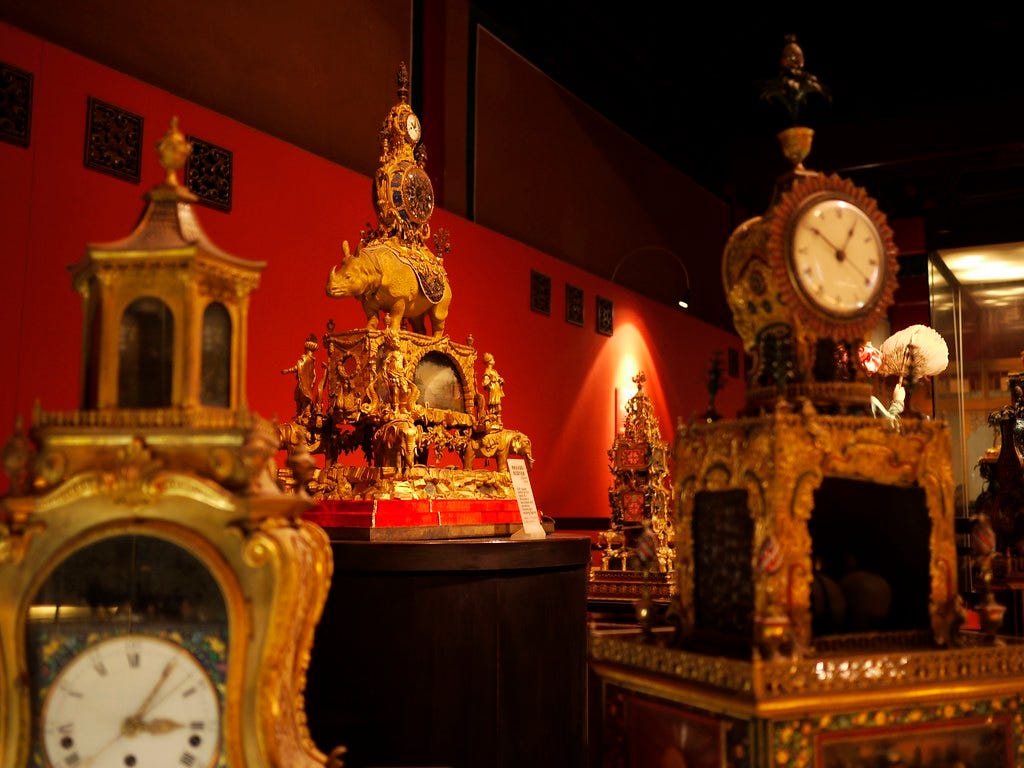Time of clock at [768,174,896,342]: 12:51
